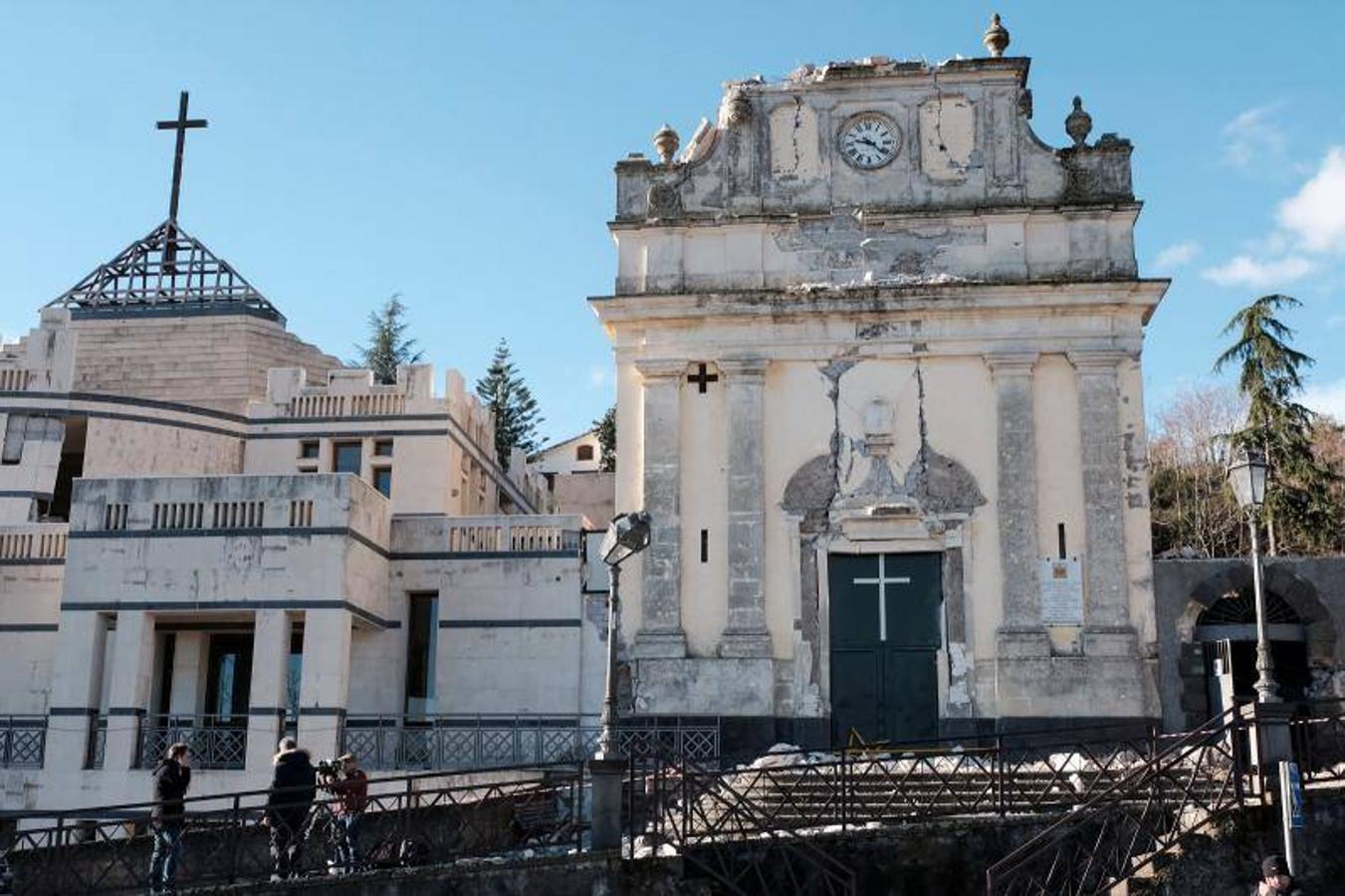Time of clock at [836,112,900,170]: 9:22
